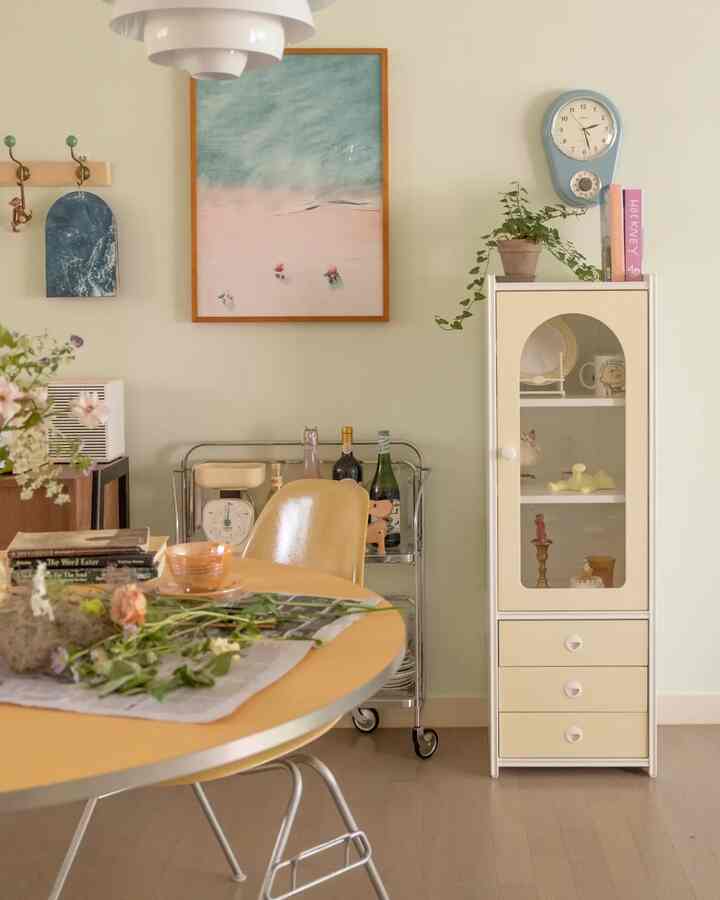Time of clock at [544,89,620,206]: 2:27
